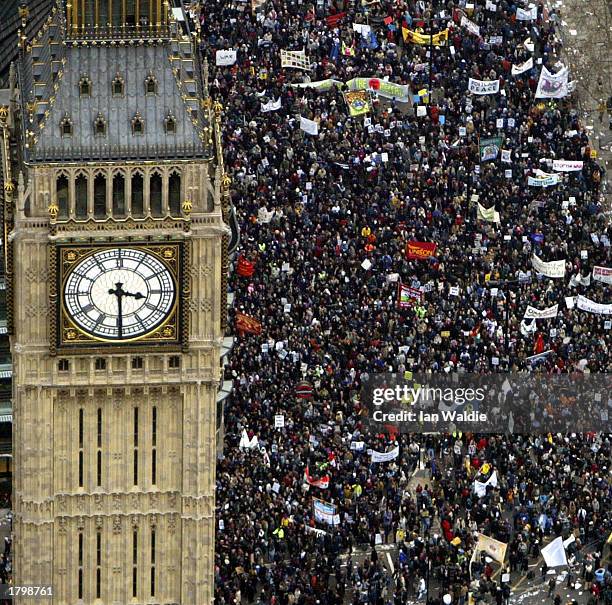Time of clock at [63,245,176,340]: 3:29
